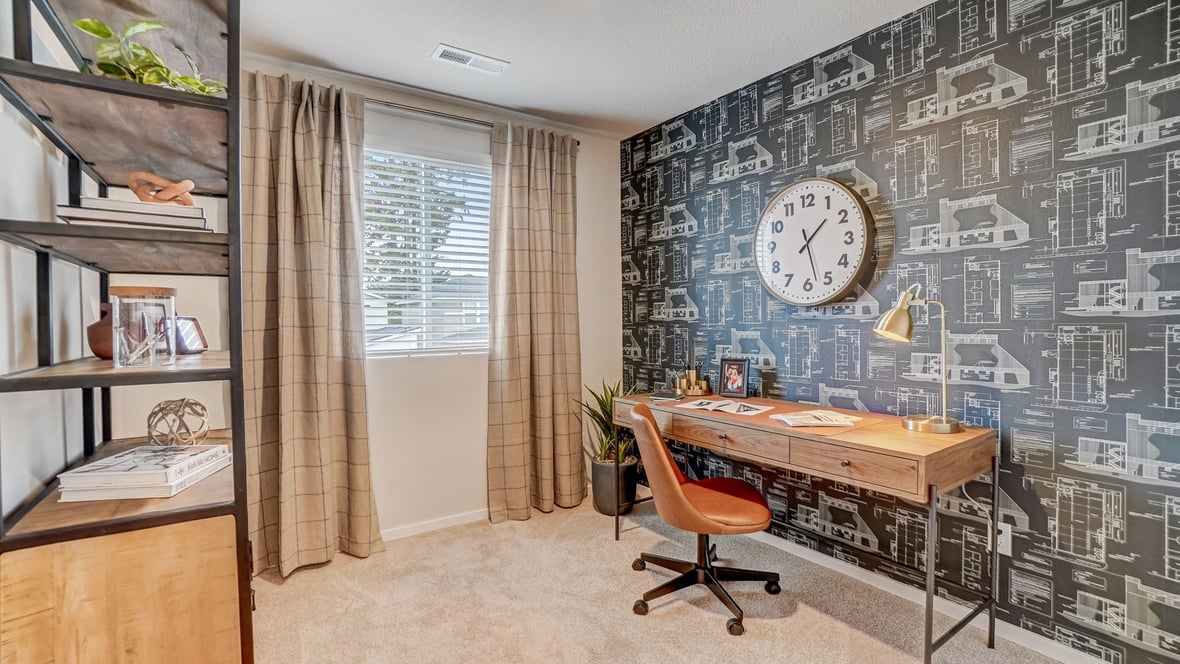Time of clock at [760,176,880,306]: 1:27
